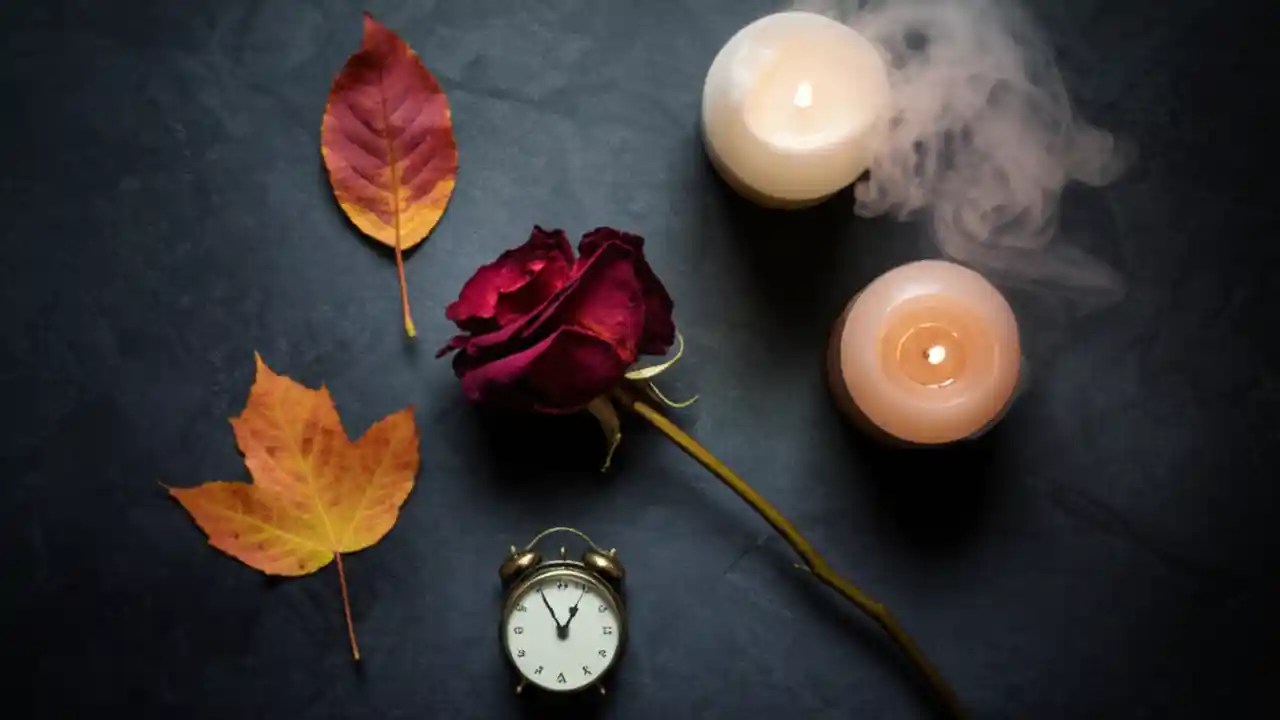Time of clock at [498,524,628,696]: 12:55
